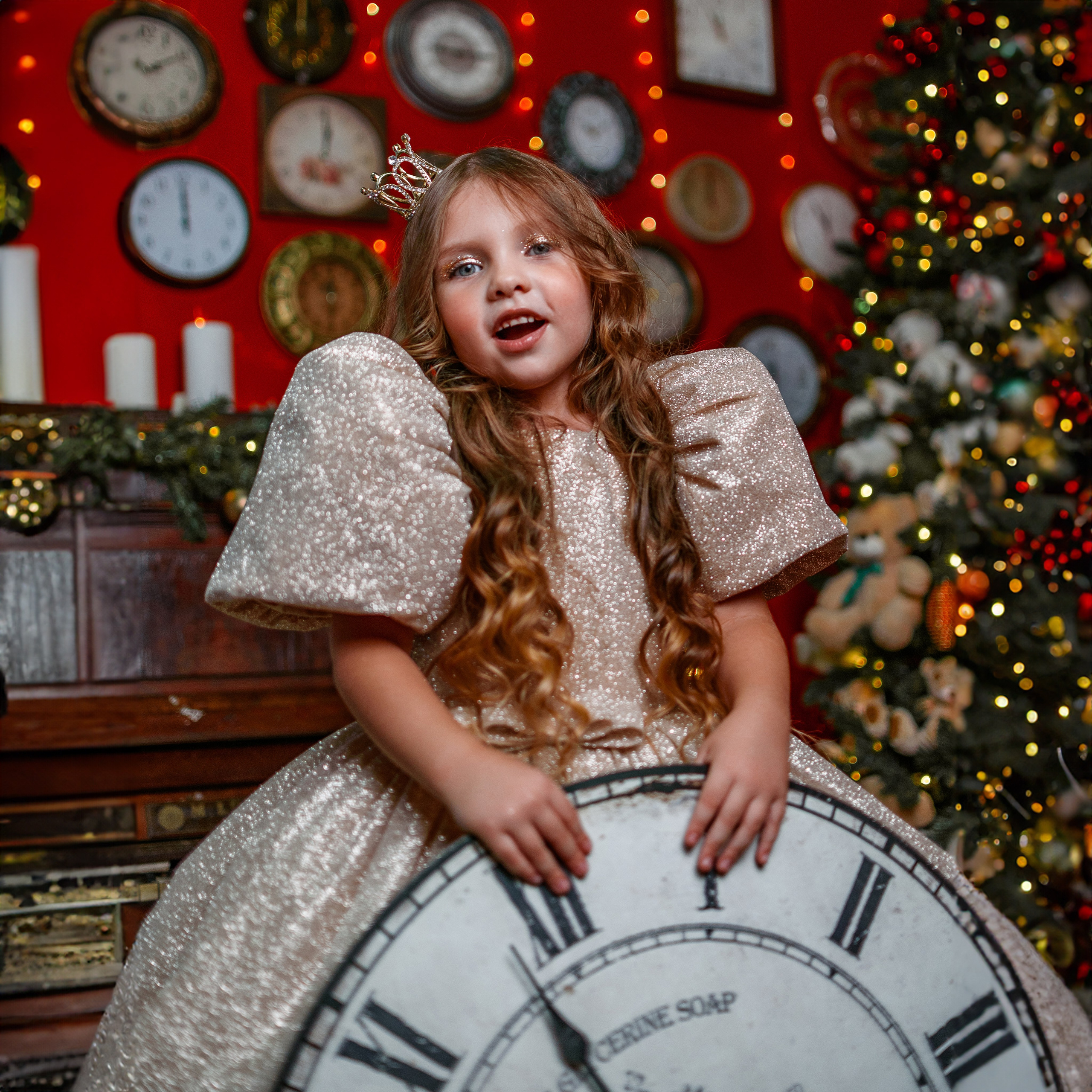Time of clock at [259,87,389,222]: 7:01
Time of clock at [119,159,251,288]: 11:59
